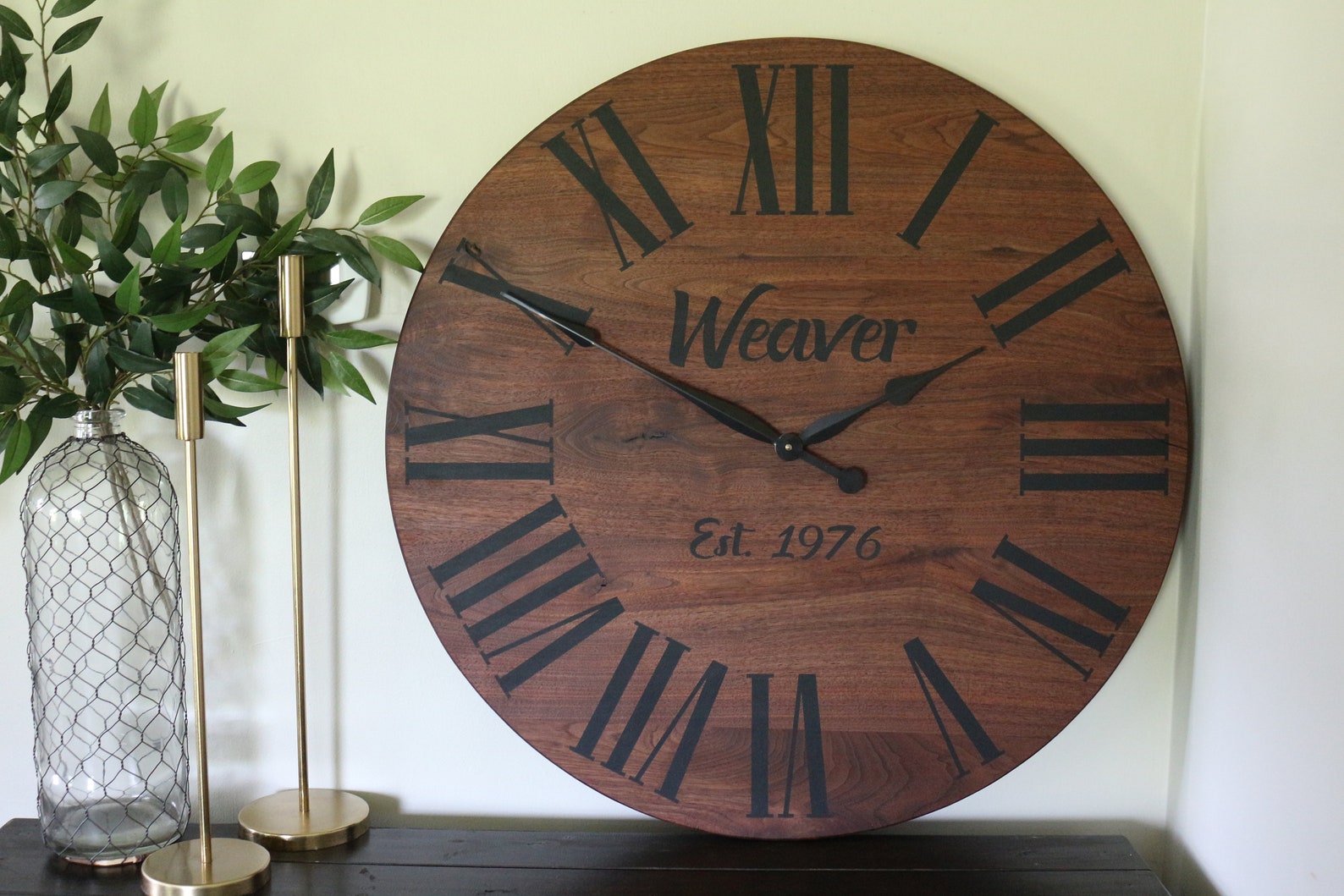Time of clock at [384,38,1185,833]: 1:50
